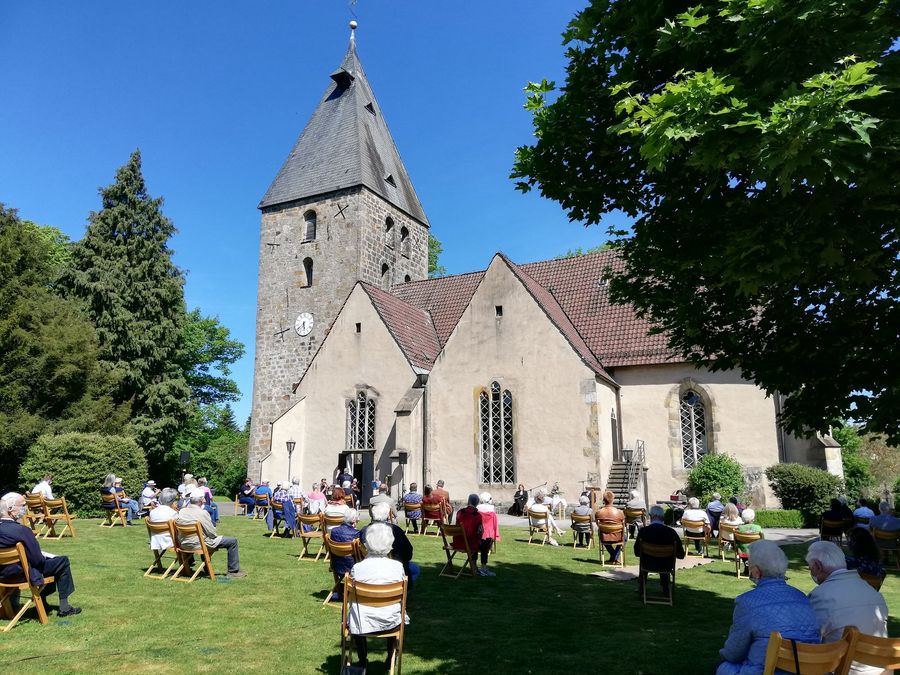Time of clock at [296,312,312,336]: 5:38
